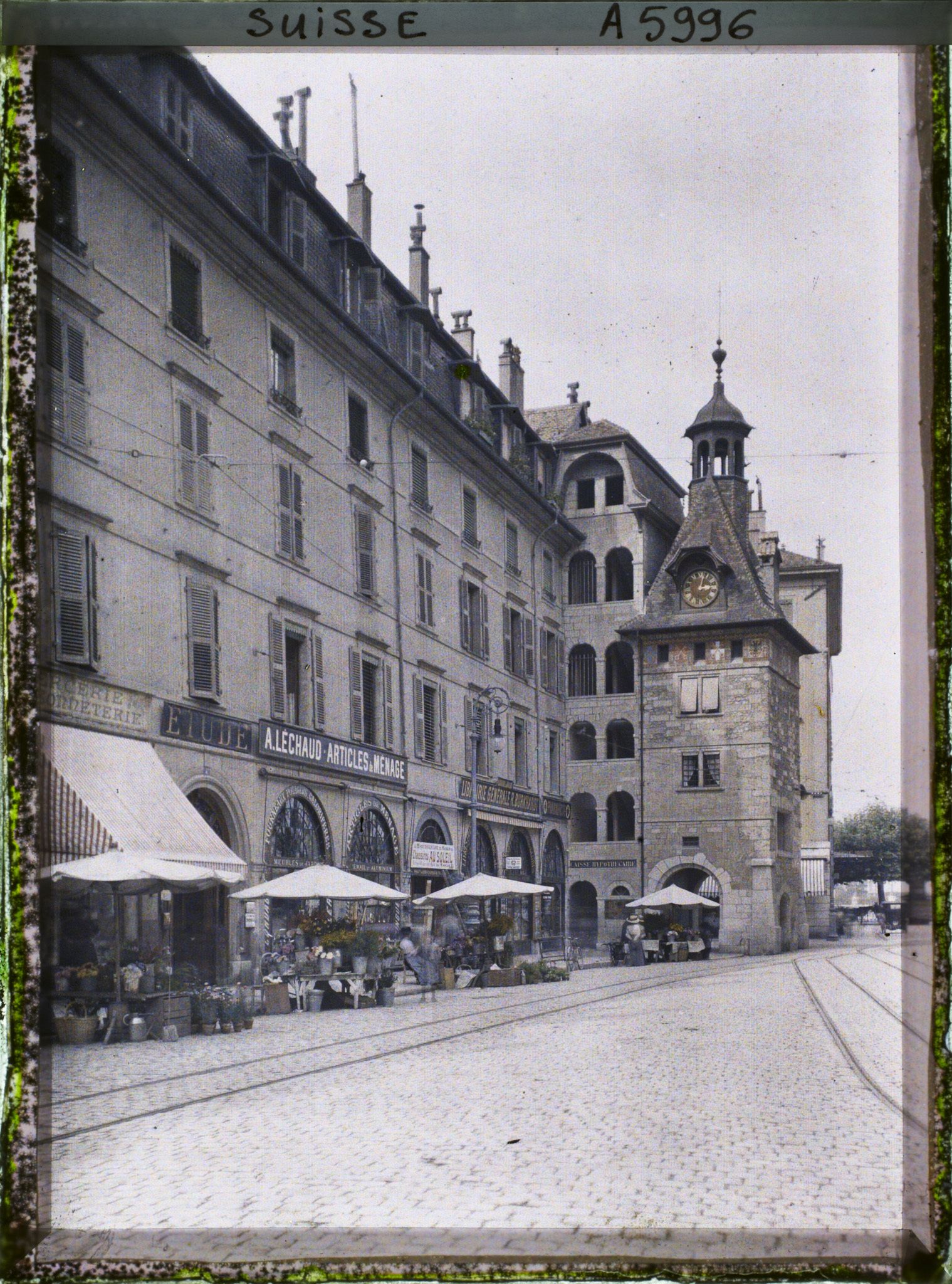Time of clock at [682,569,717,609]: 3:02
